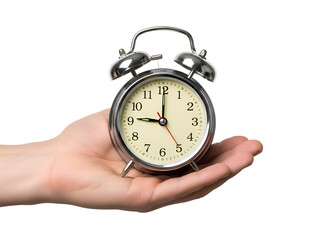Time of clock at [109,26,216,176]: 9:00
